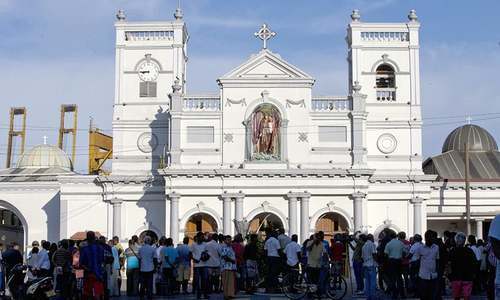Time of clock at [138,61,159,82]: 8:45
